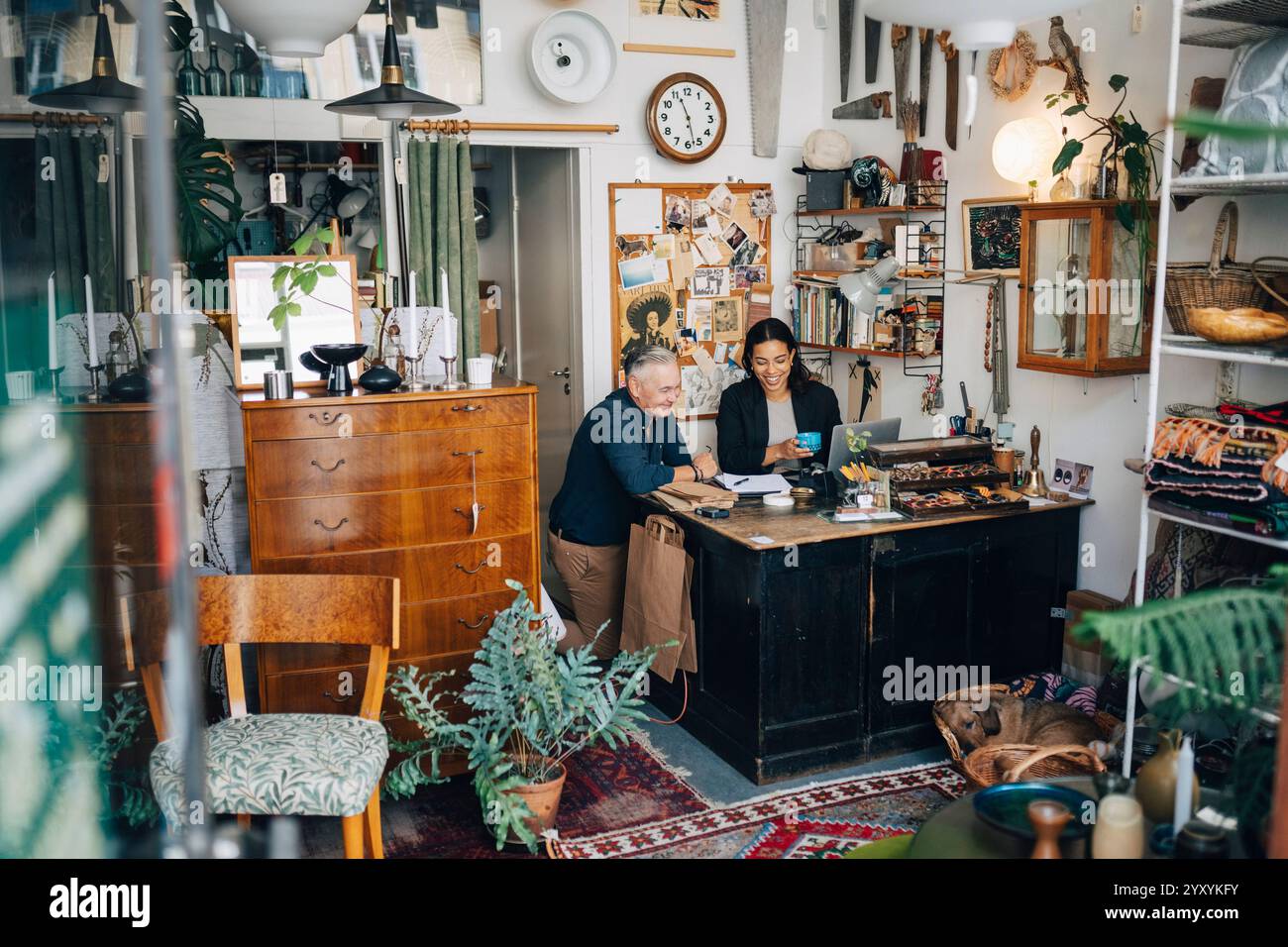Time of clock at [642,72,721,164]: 11:27
